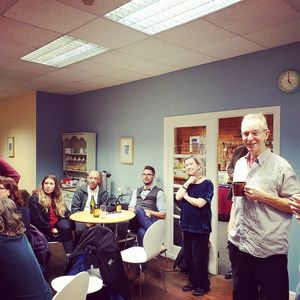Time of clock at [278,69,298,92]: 4:59
